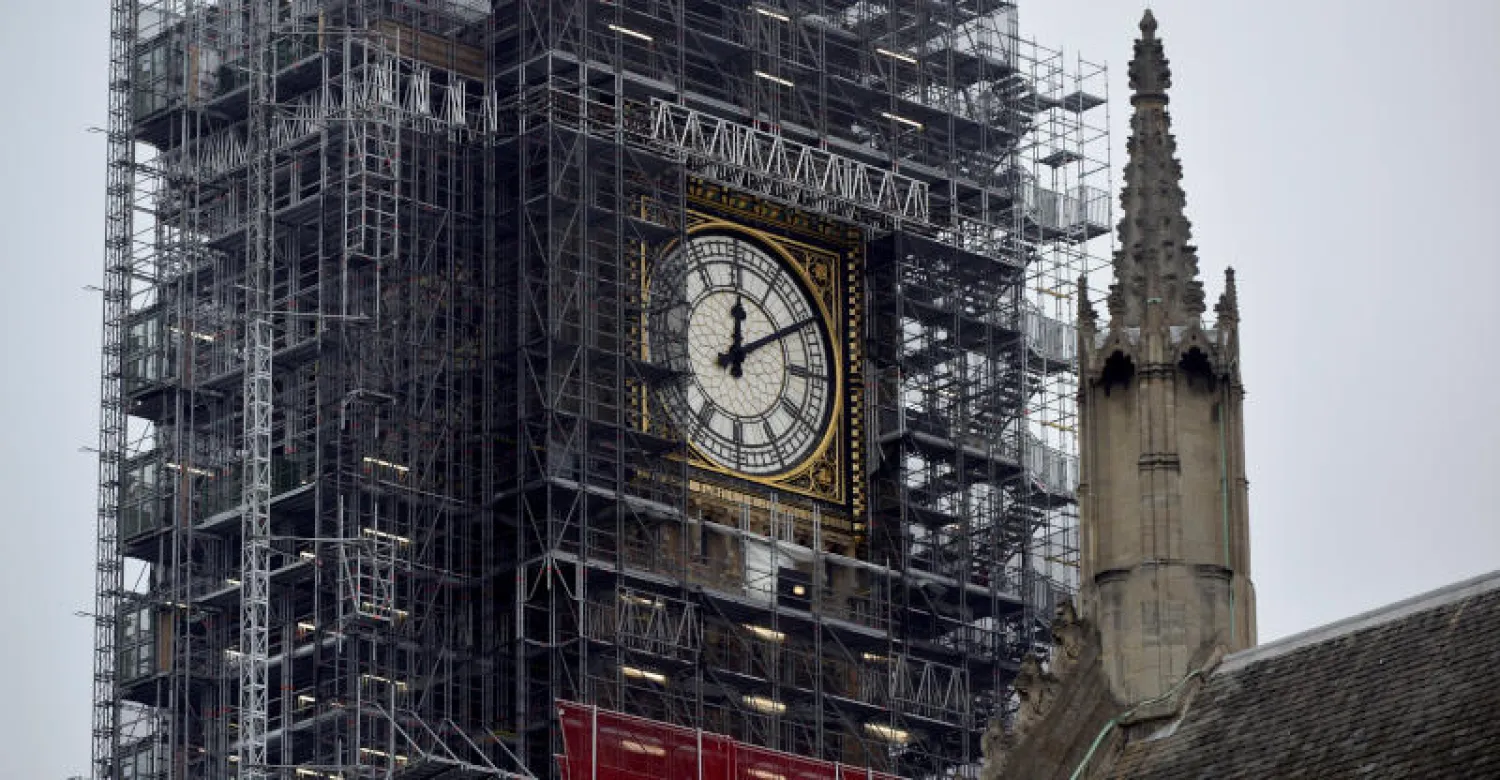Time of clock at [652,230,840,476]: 12:09
